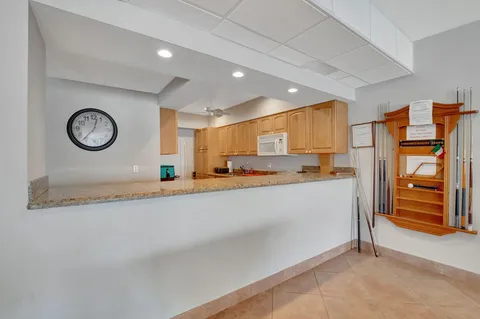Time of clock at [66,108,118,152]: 12:36
